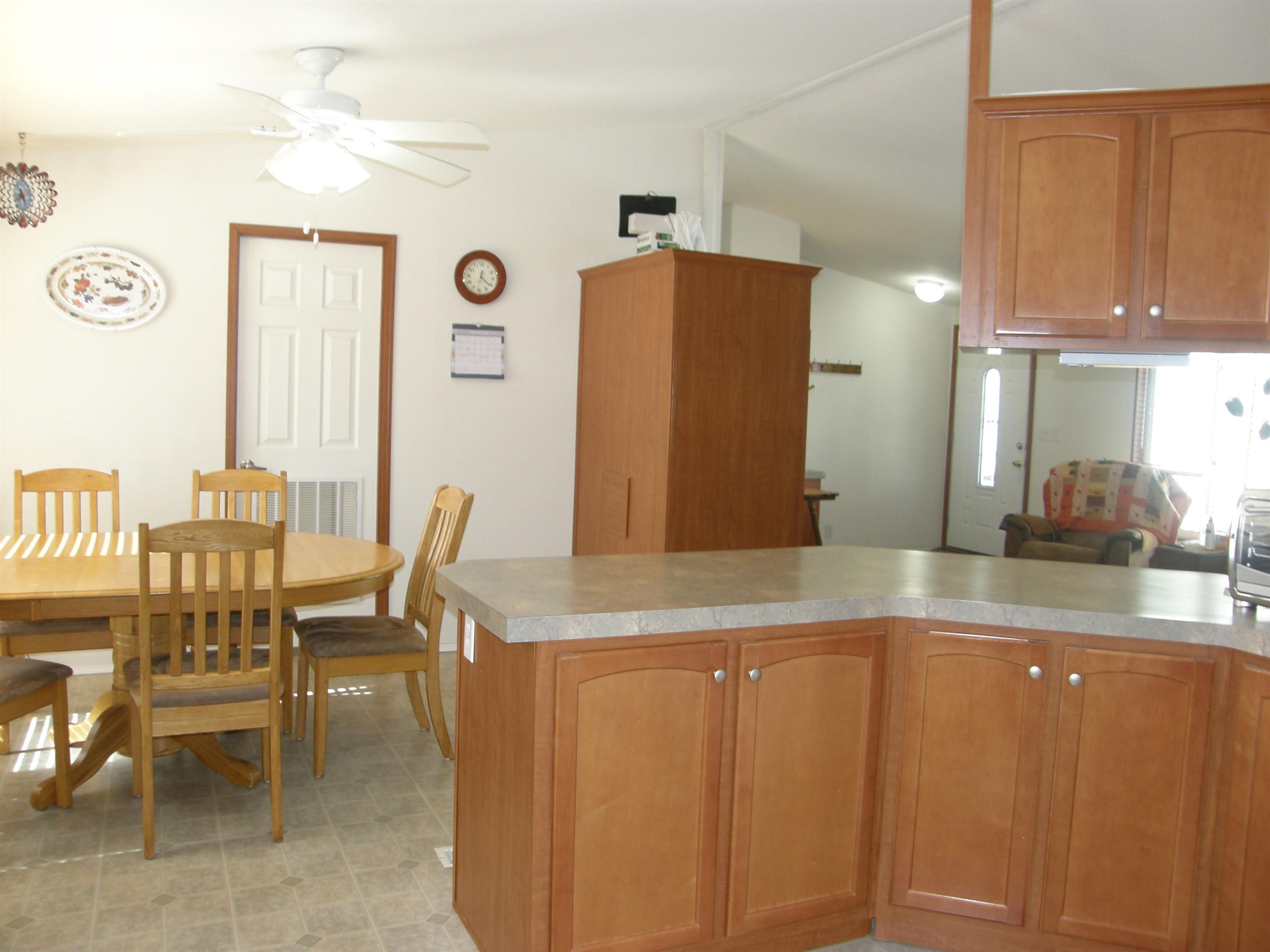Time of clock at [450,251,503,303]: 12:20
